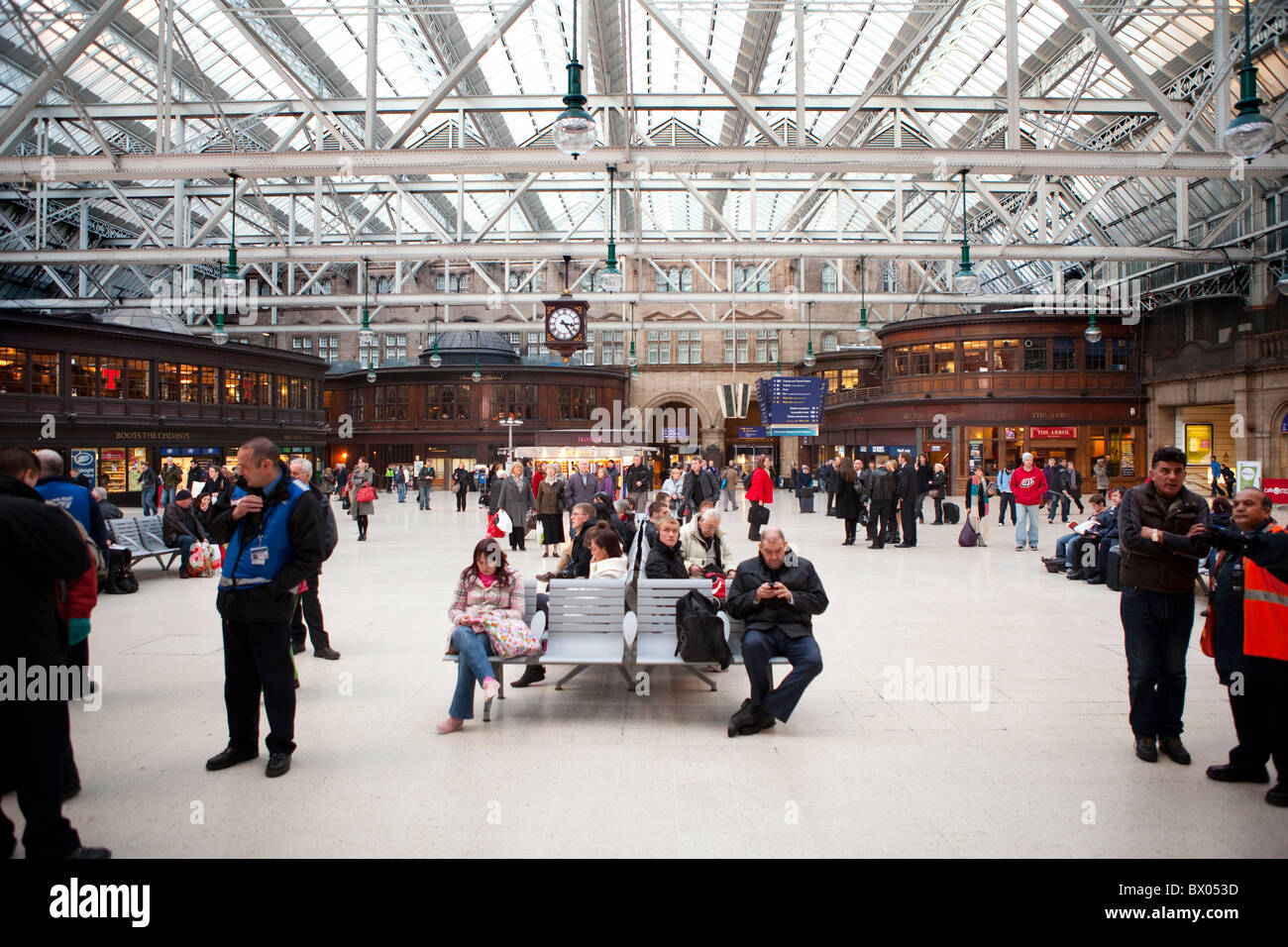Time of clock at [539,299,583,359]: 3:23
